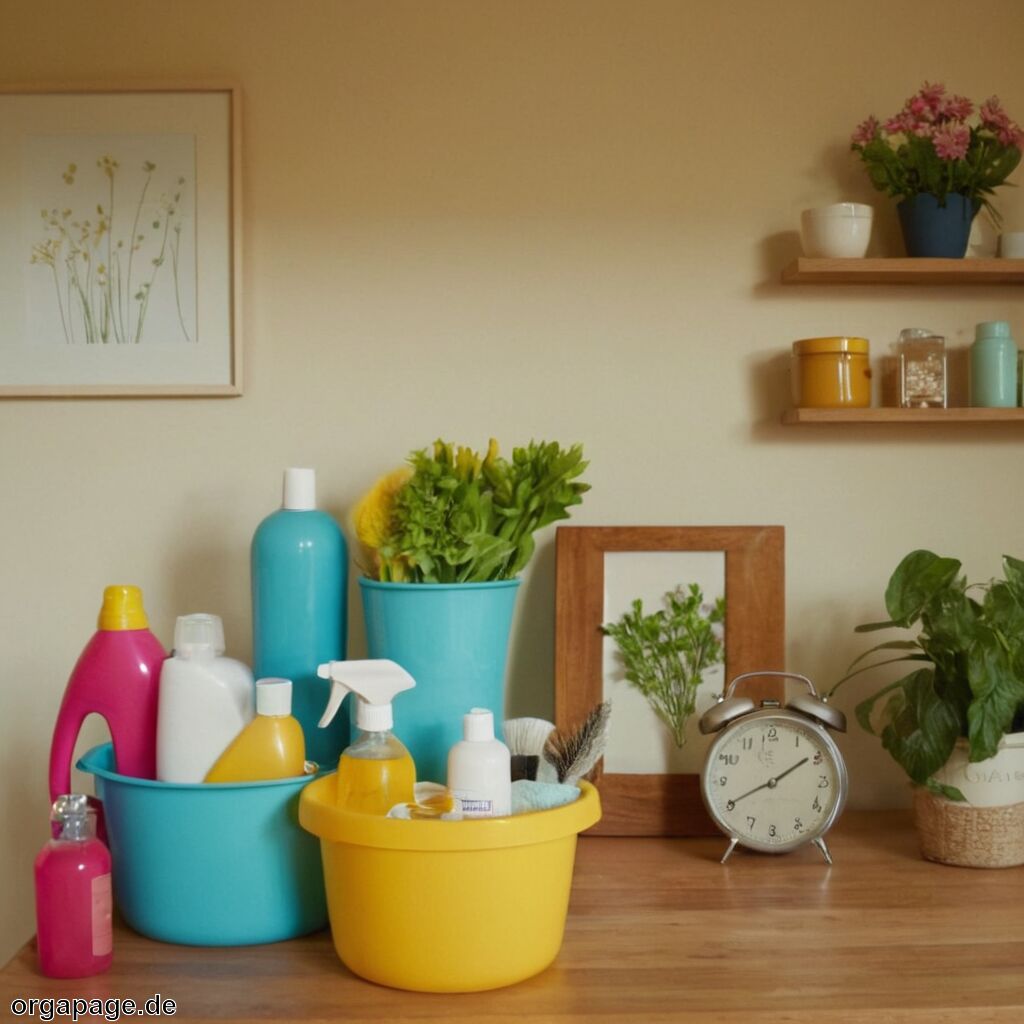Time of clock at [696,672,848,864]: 8:09
